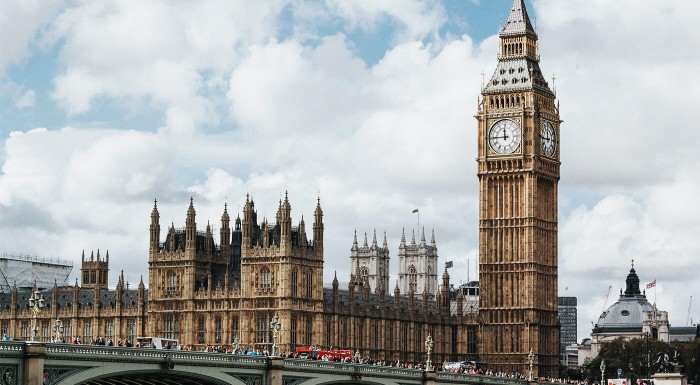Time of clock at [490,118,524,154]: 11:45
